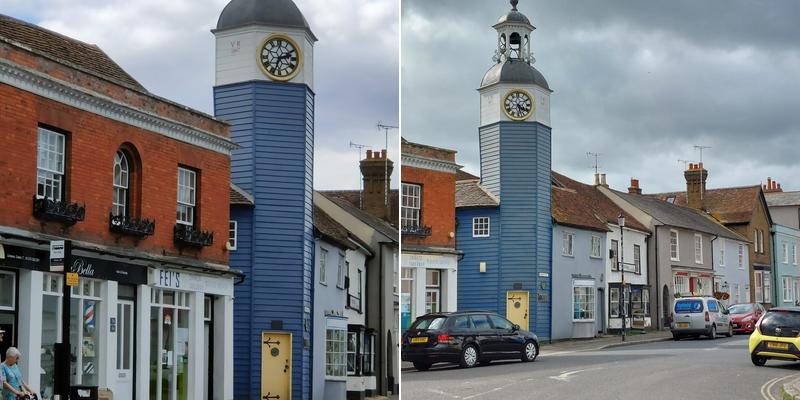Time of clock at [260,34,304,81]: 2:33
